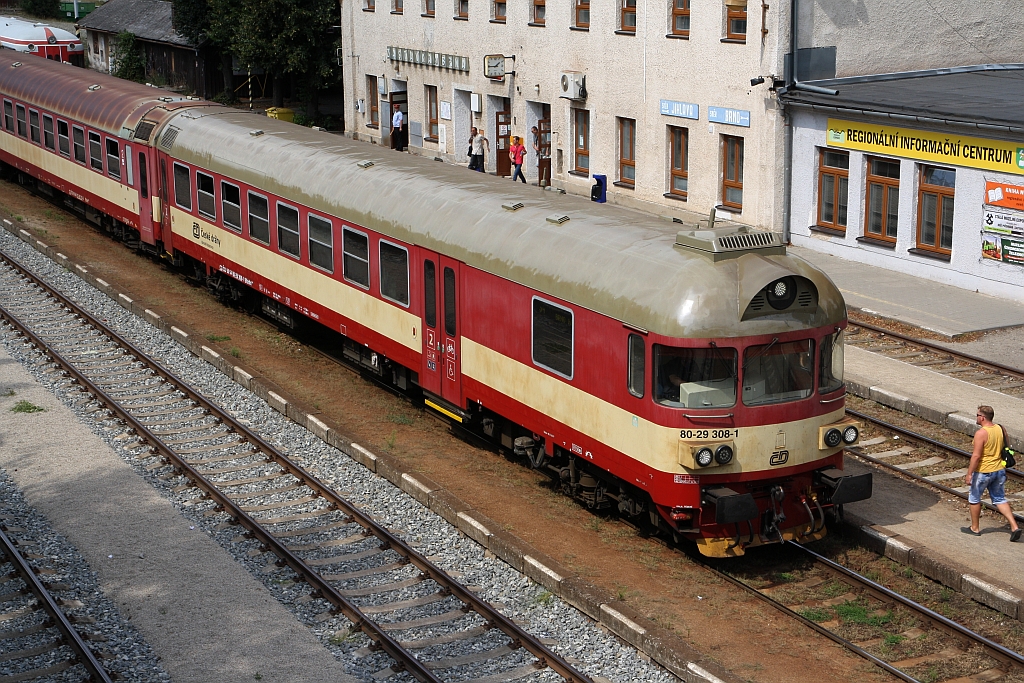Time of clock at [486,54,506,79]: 1:45
